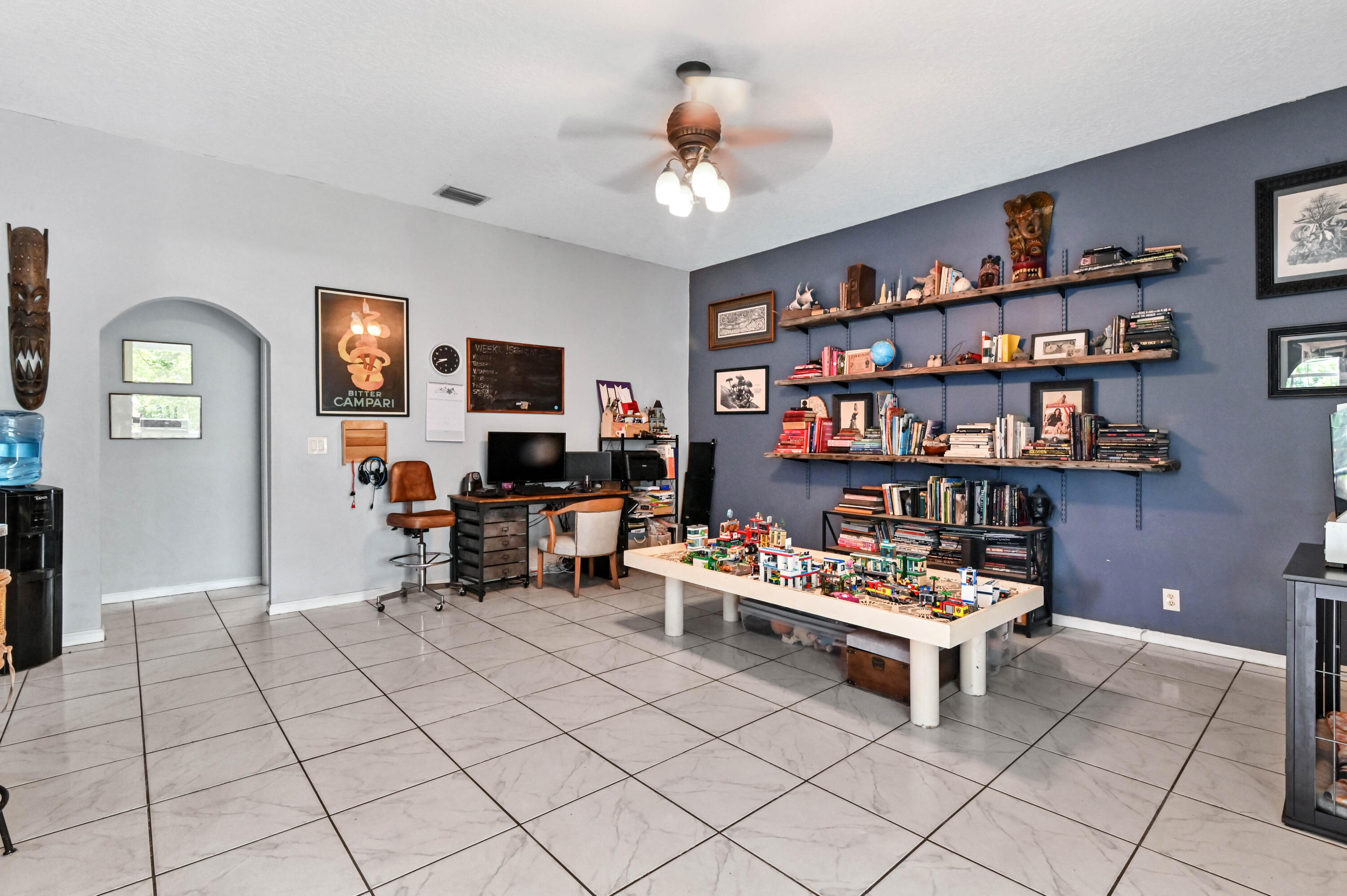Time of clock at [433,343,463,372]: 8:41
